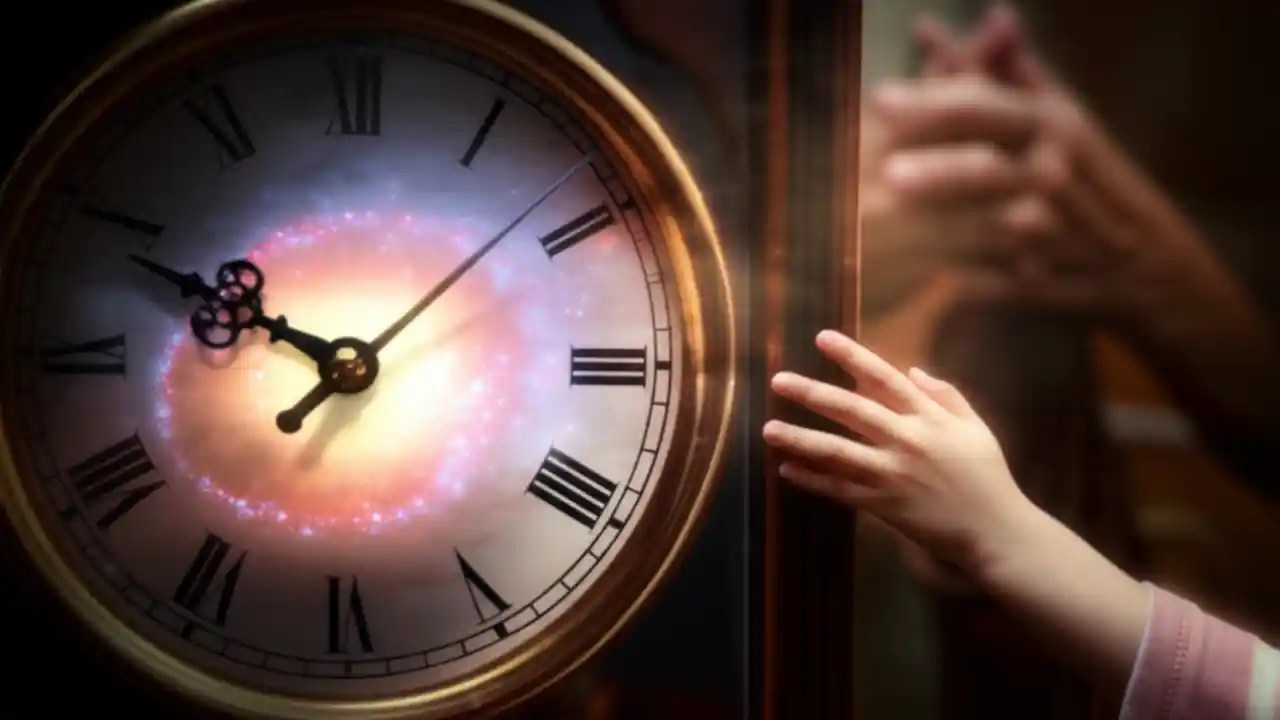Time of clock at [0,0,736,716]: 9:48
